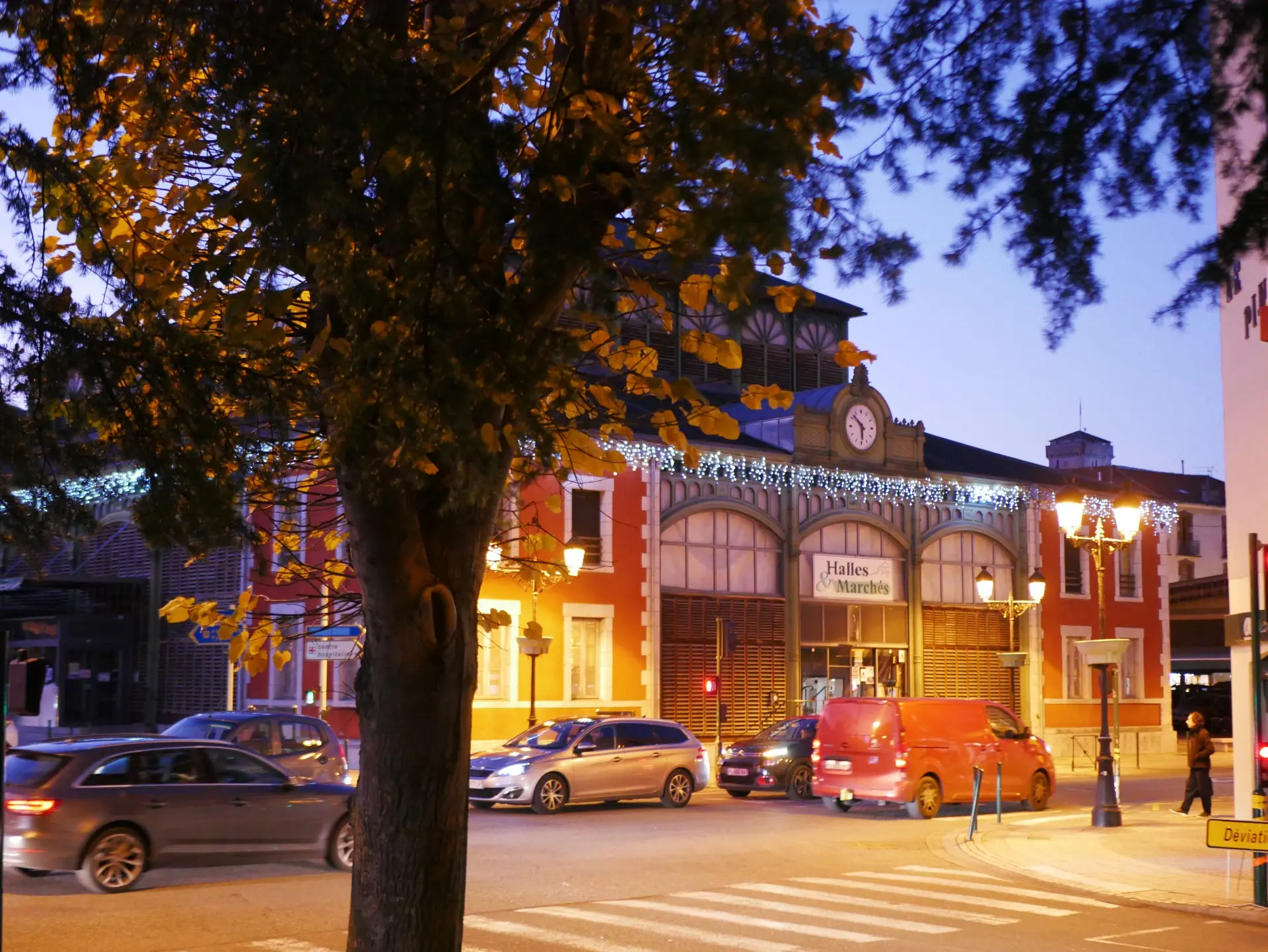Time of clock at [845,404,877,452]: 5:51
